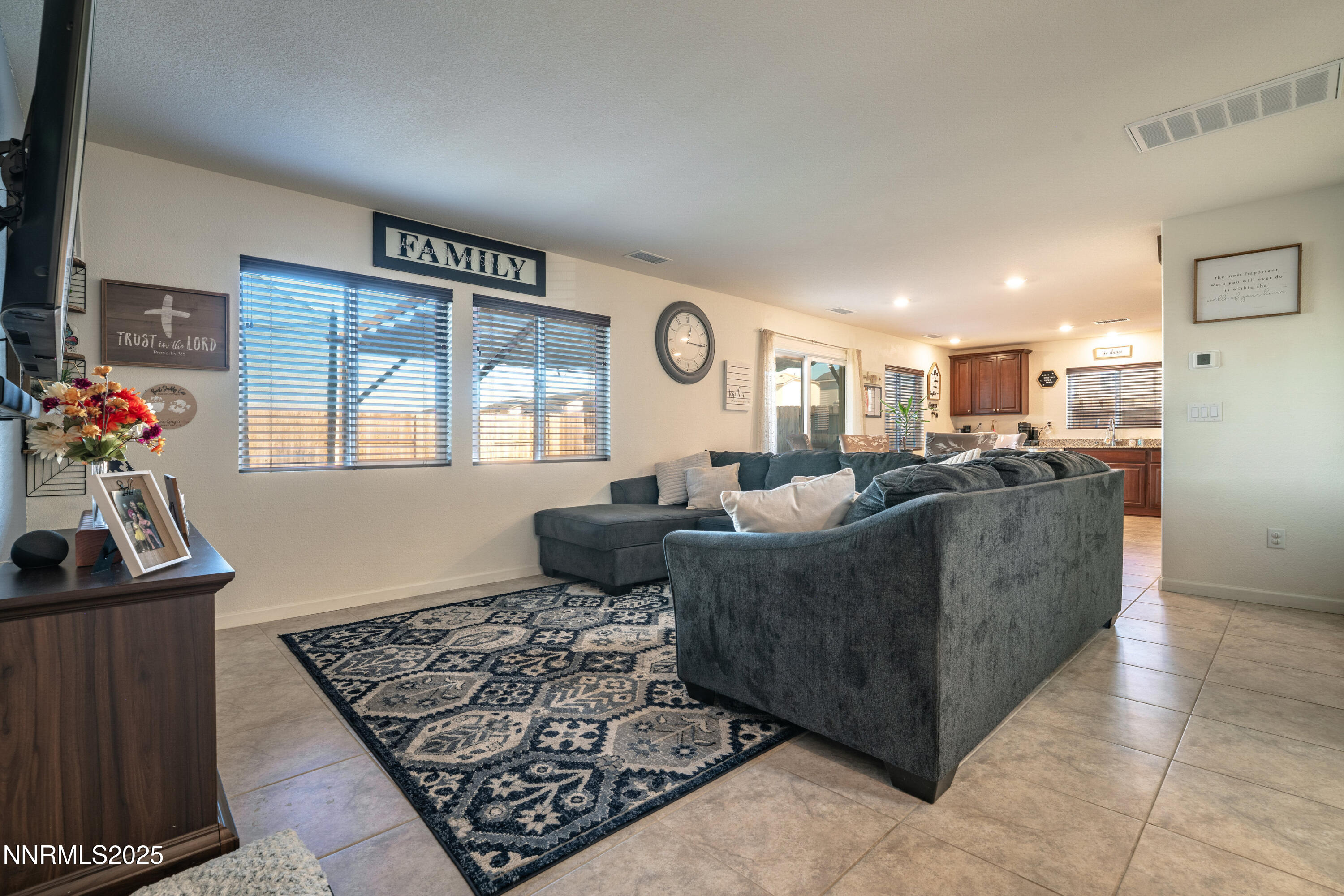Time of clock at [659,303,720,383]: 12:15
